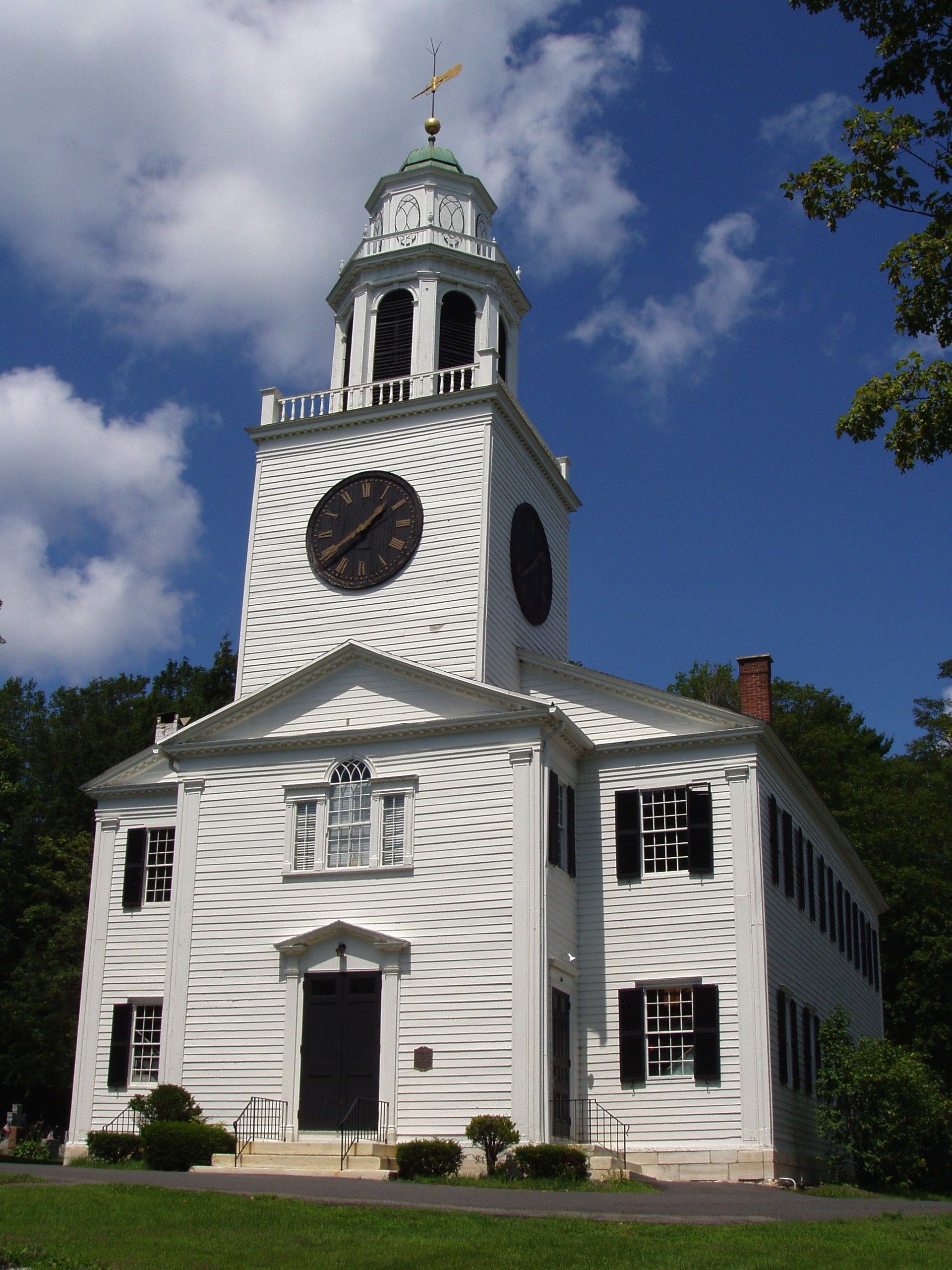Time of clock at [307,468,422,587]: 1:39
